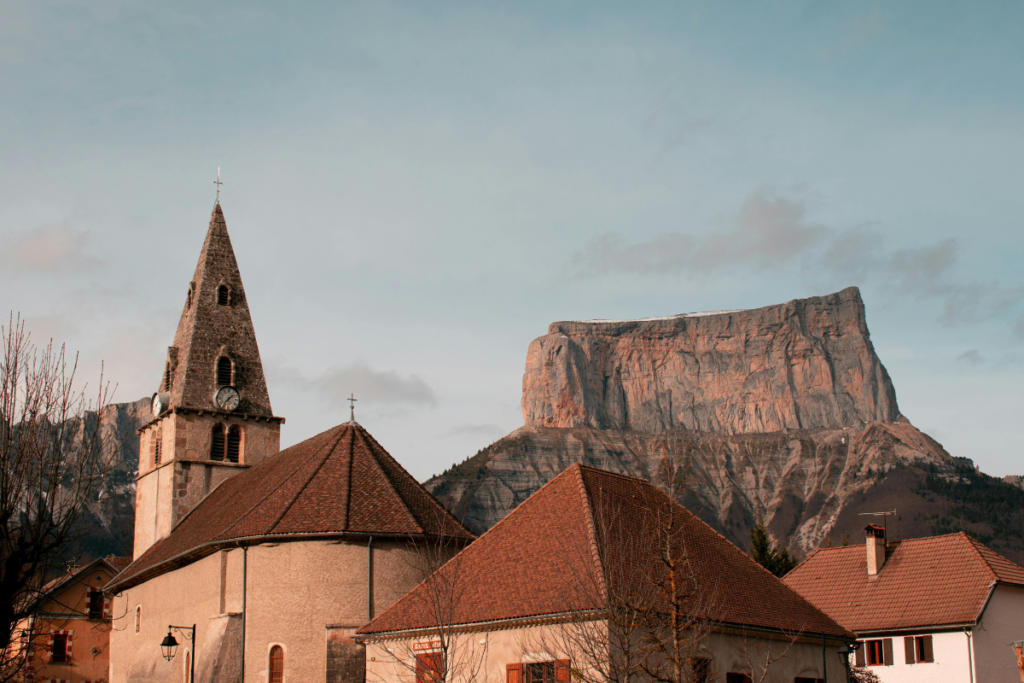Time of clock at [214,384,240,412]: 1:36
